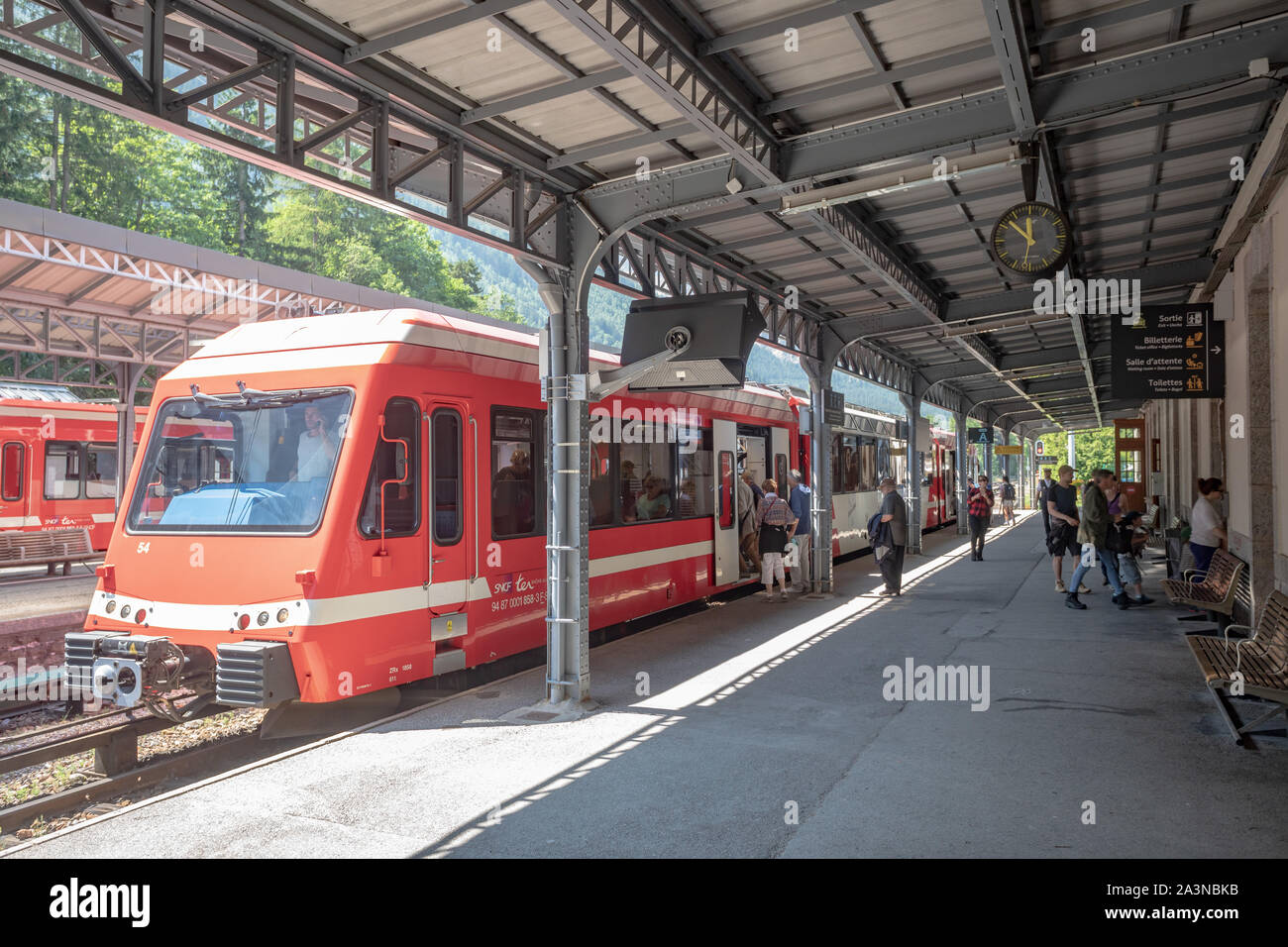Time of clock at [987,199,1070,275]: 11:52
